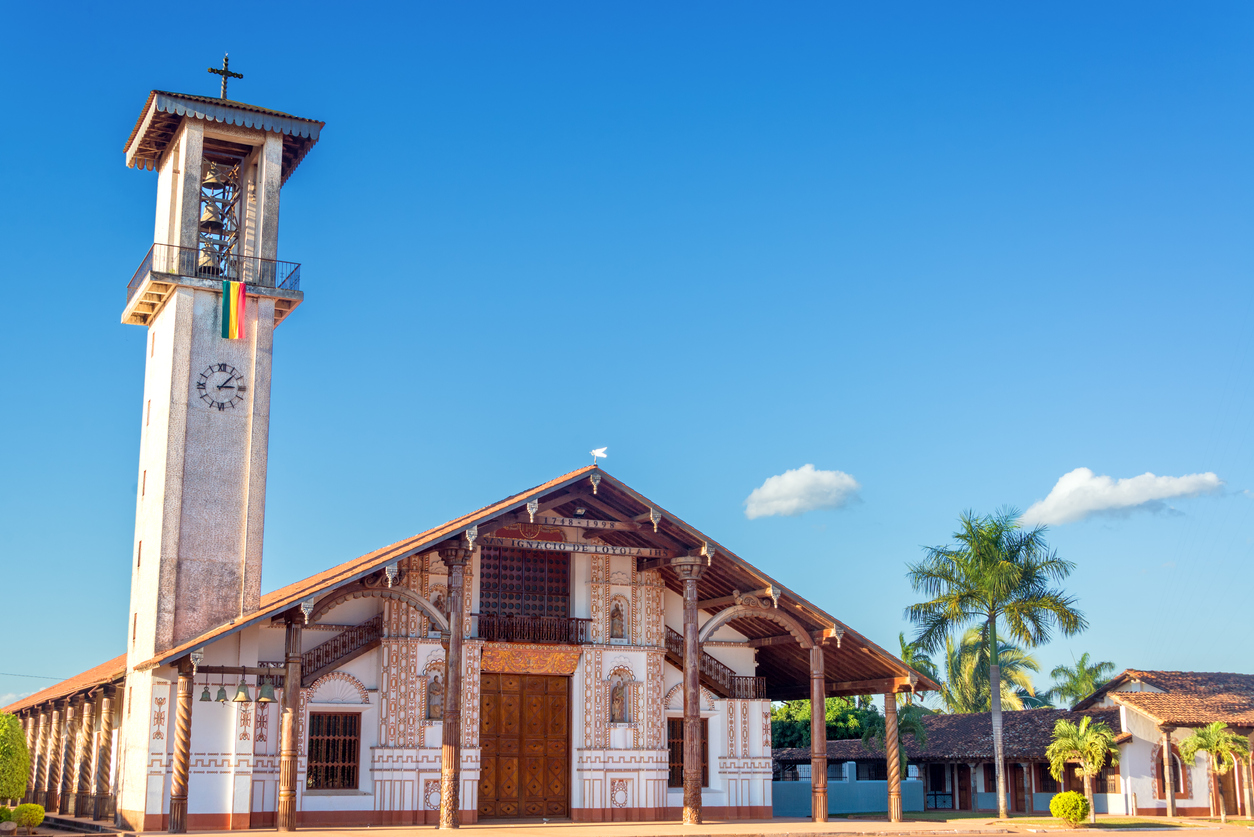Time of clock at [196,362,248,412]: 3:07
